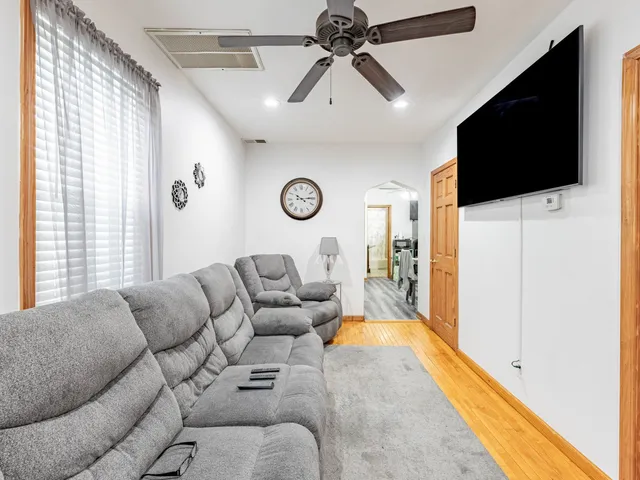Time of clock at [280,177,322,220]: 10:14
